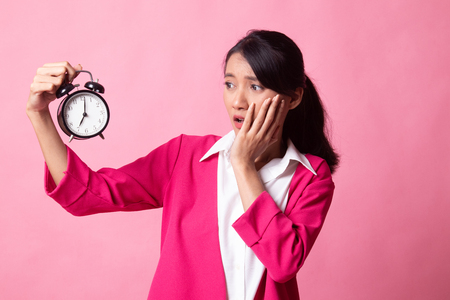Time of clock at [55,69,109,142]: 7:01
